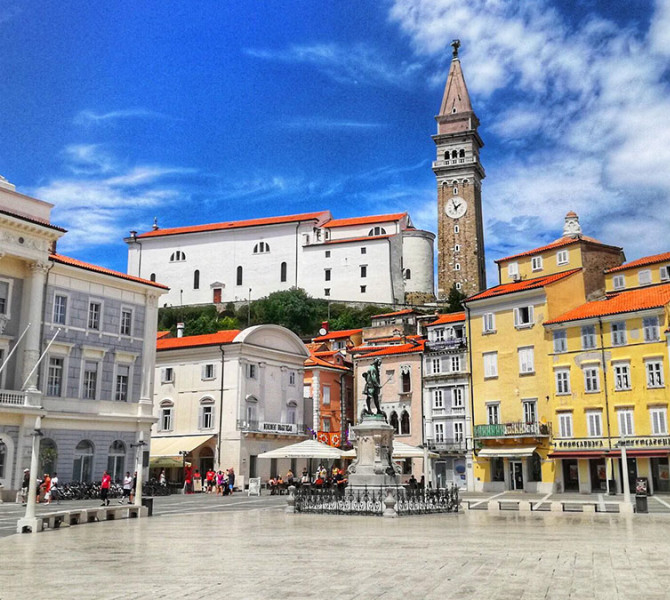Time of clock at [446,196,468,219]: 1:56
